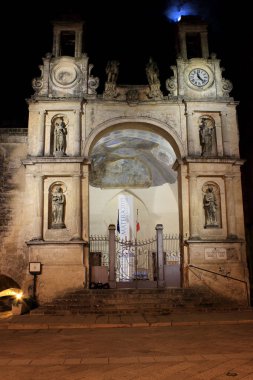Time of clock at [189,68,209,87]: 11:22
